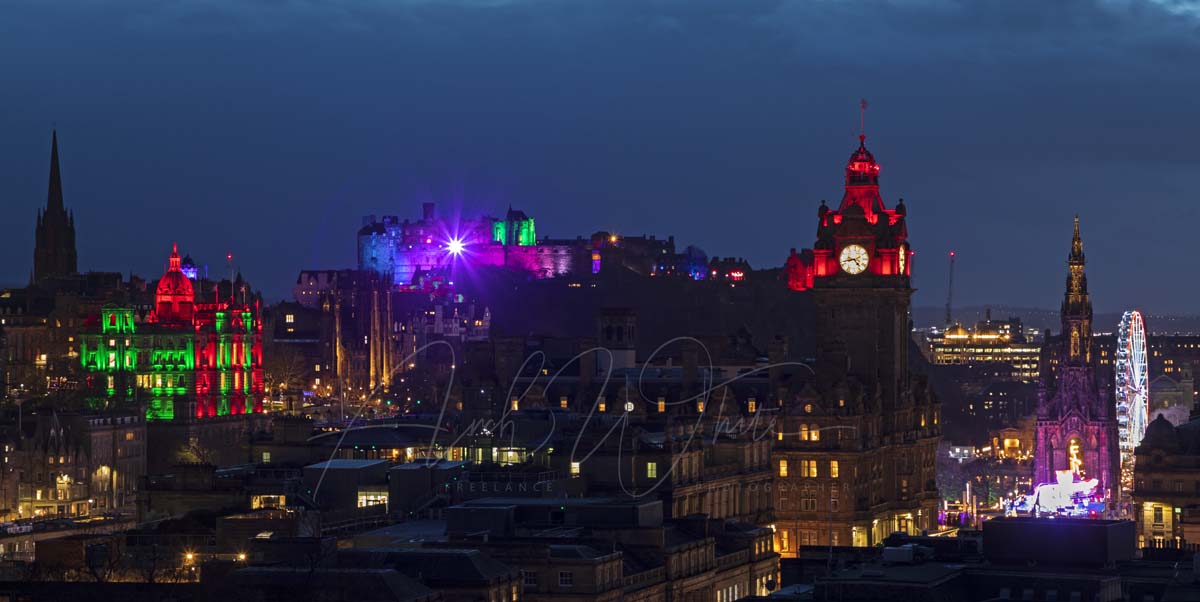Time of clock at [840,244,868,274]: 4:42
